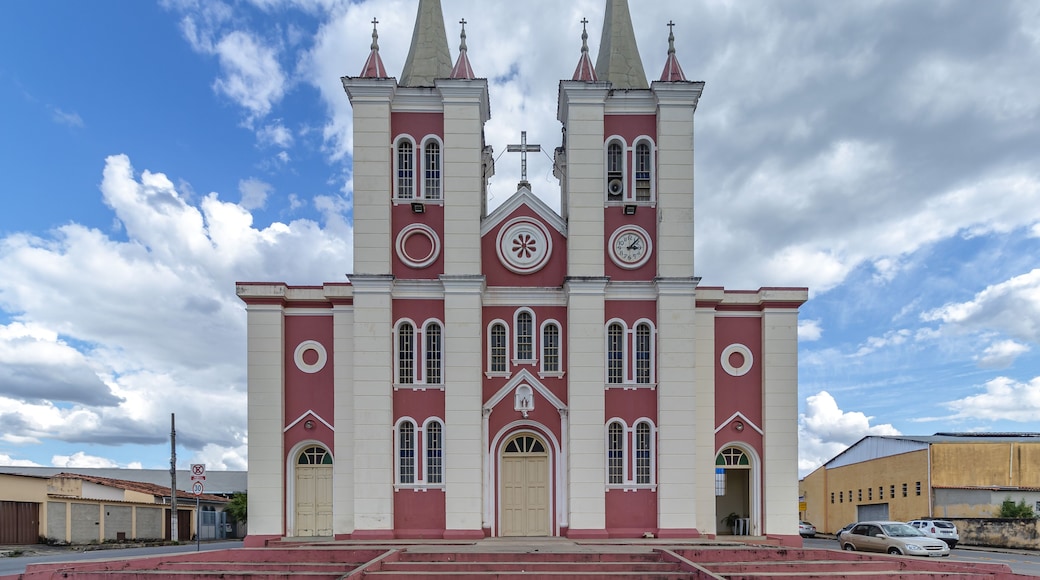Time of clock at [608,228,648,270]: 3:07
